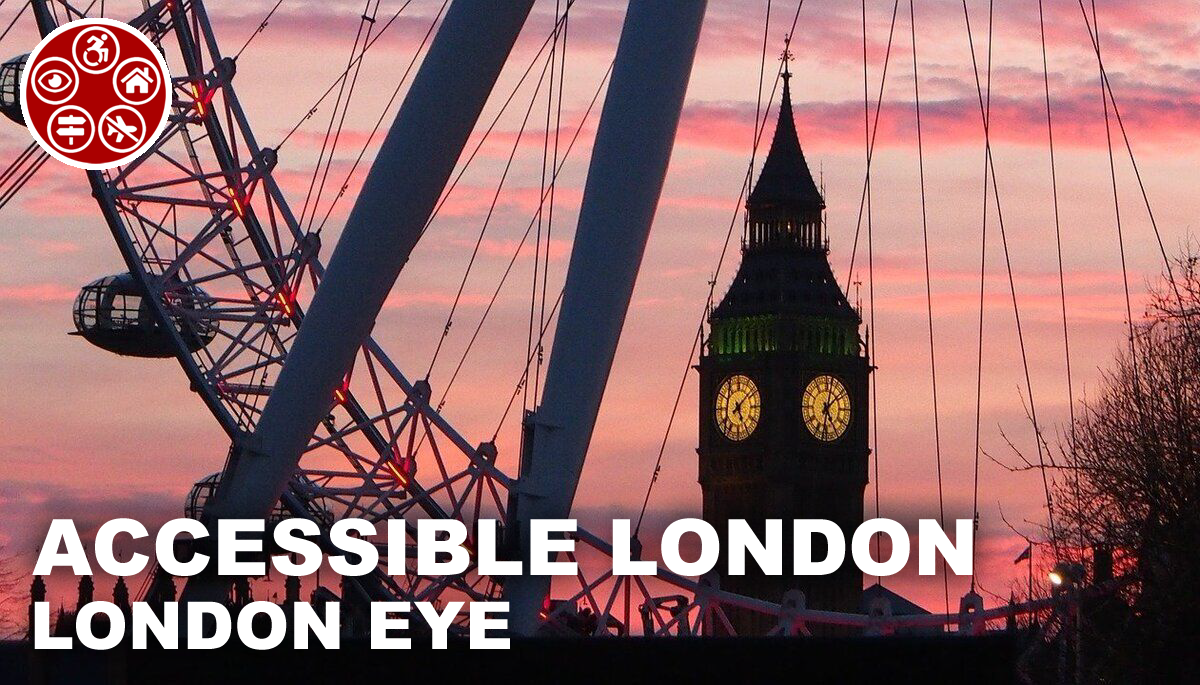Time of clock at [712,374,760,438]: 5:08
